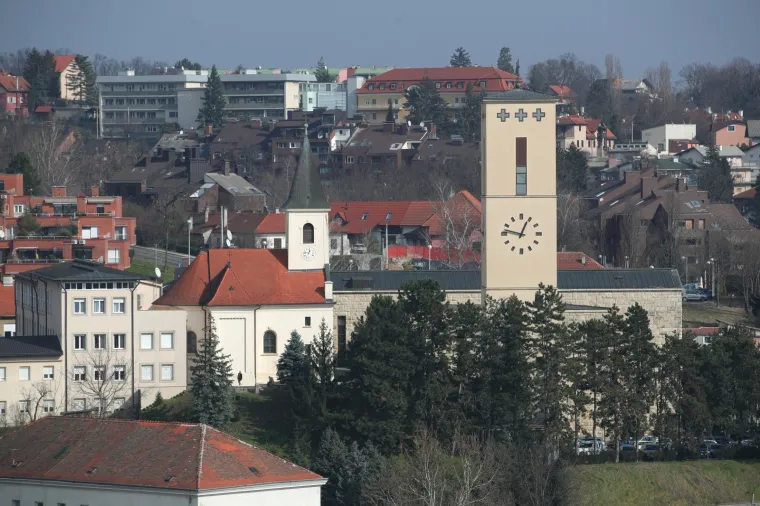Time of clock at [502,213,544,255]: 12:47
